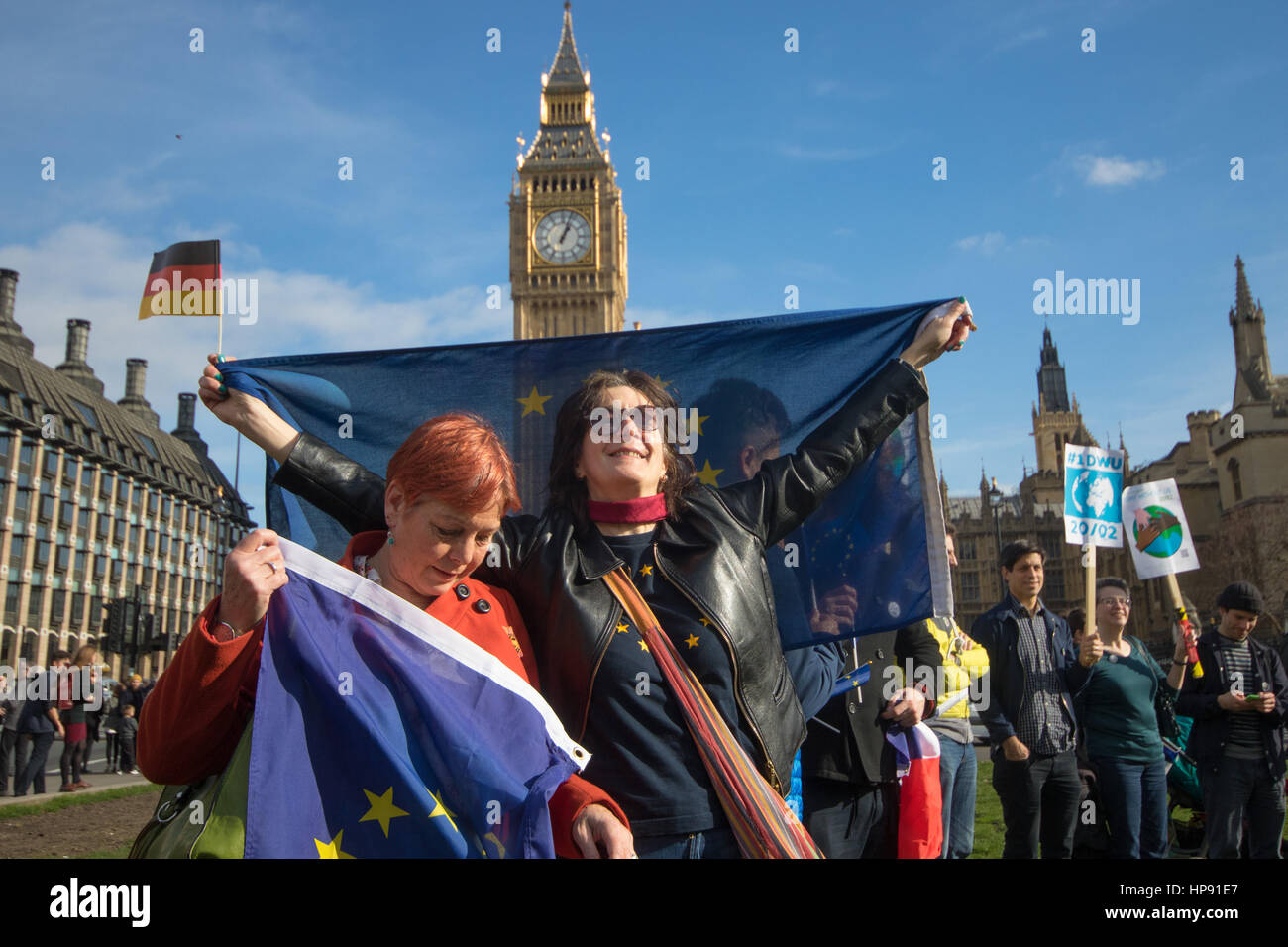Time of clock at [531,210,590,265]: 1:03
